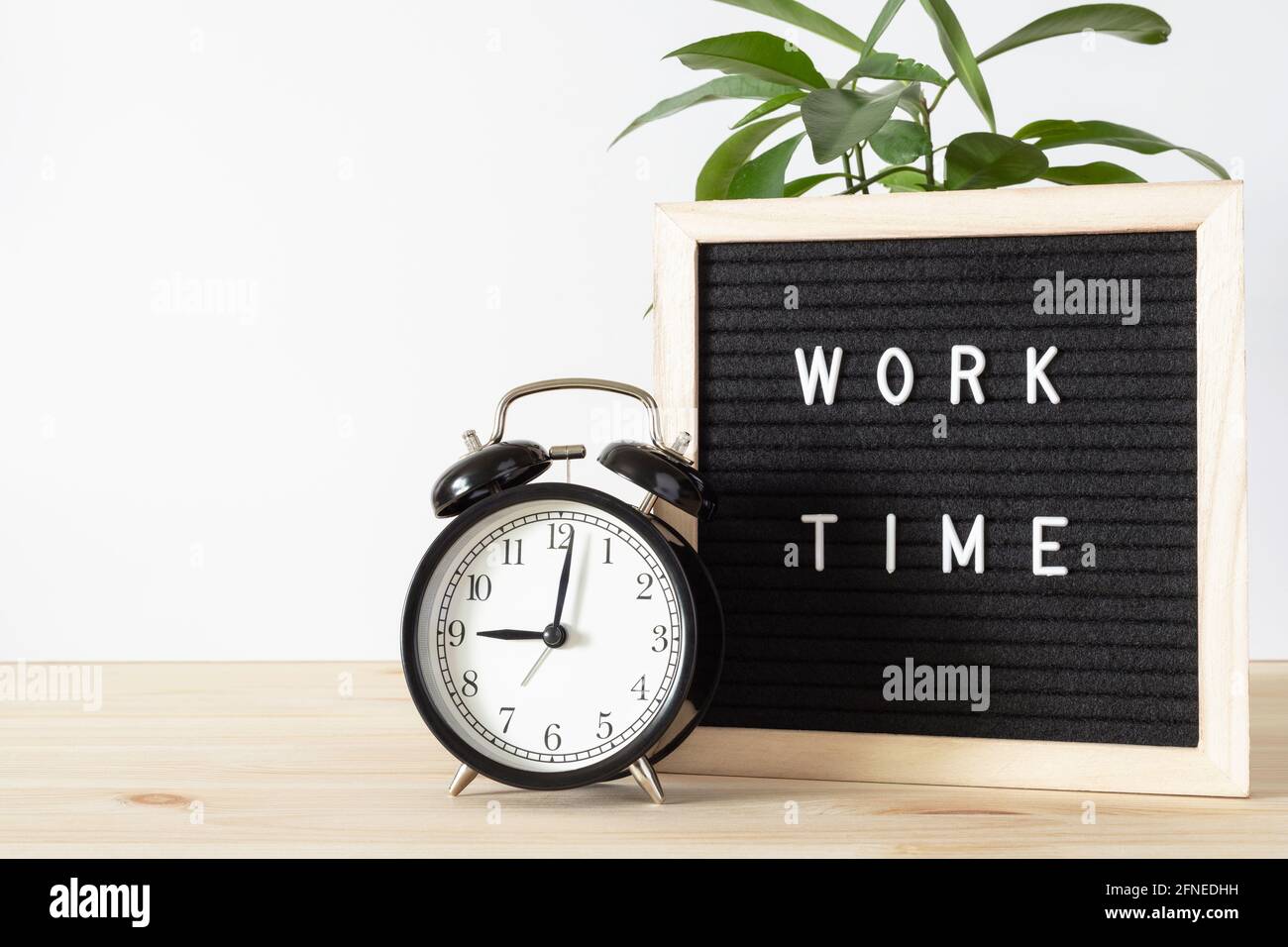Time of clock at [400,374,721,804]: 9:01
